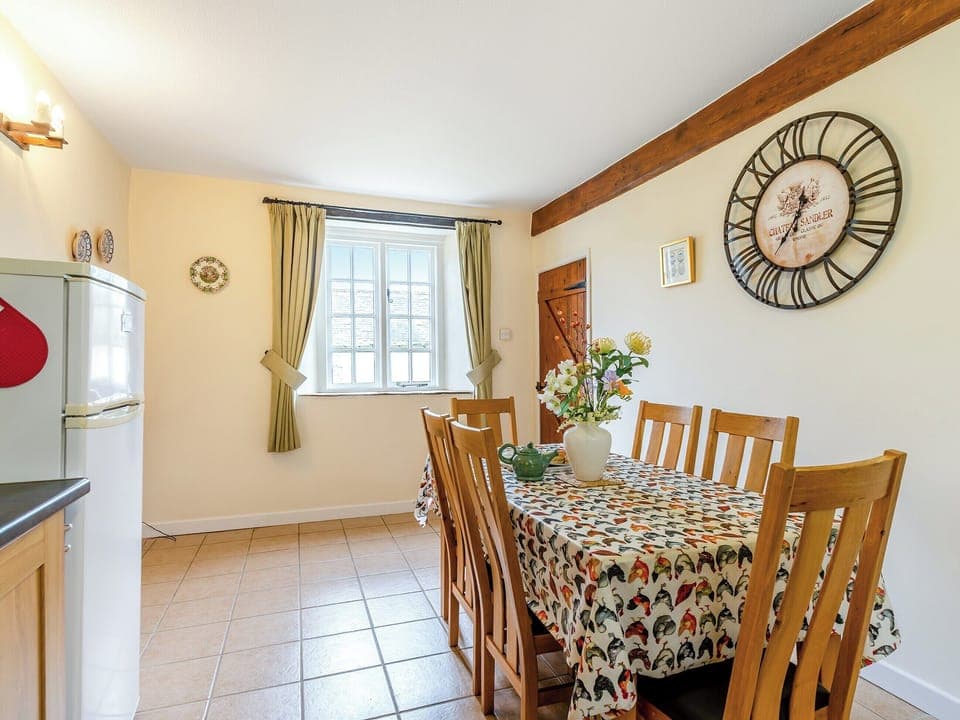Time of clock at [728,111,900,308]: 12:36
